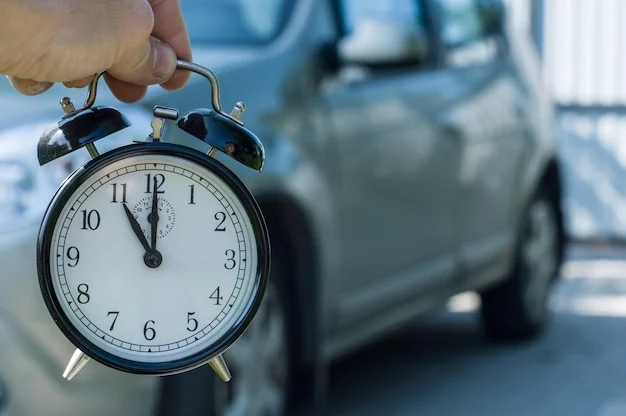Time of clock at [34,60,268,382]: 11:00
